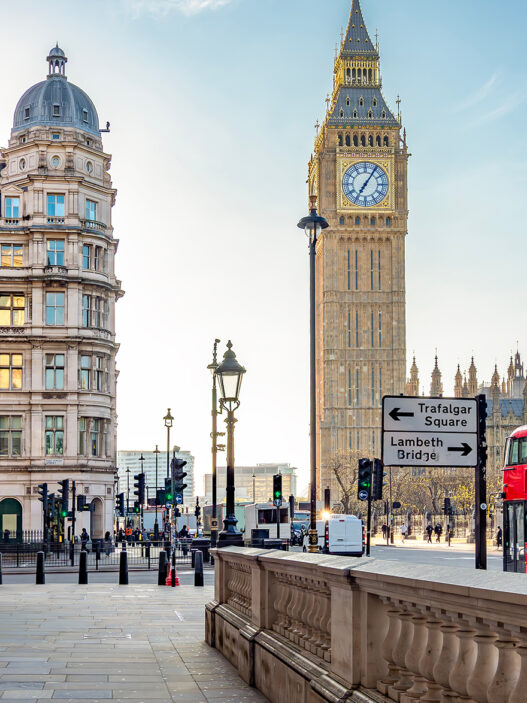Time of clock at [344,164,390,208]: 7:05
